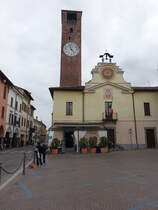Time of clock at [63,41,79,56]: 11:23
